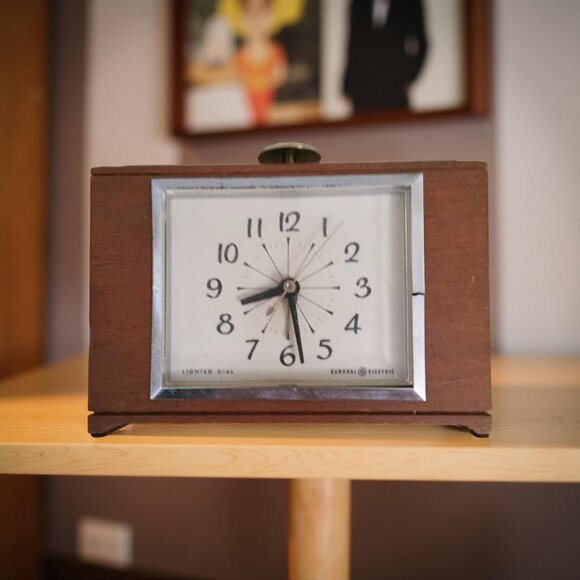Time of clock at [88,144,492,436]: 8:28
